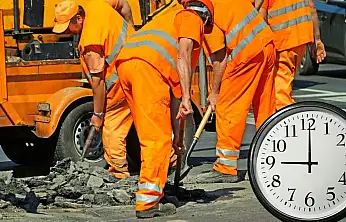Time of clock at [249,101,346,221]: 9:00
